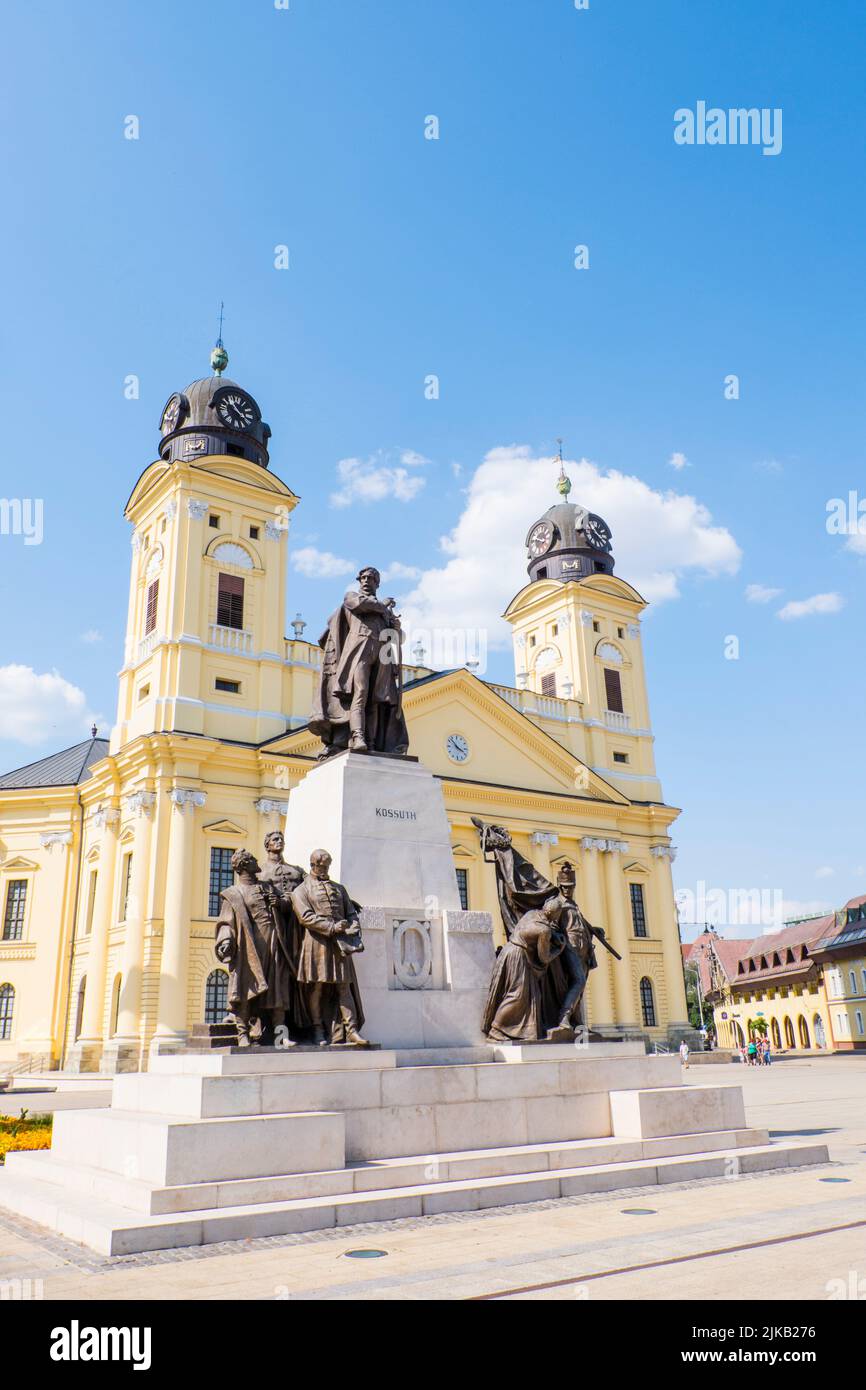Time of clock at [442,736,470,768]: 3:52
